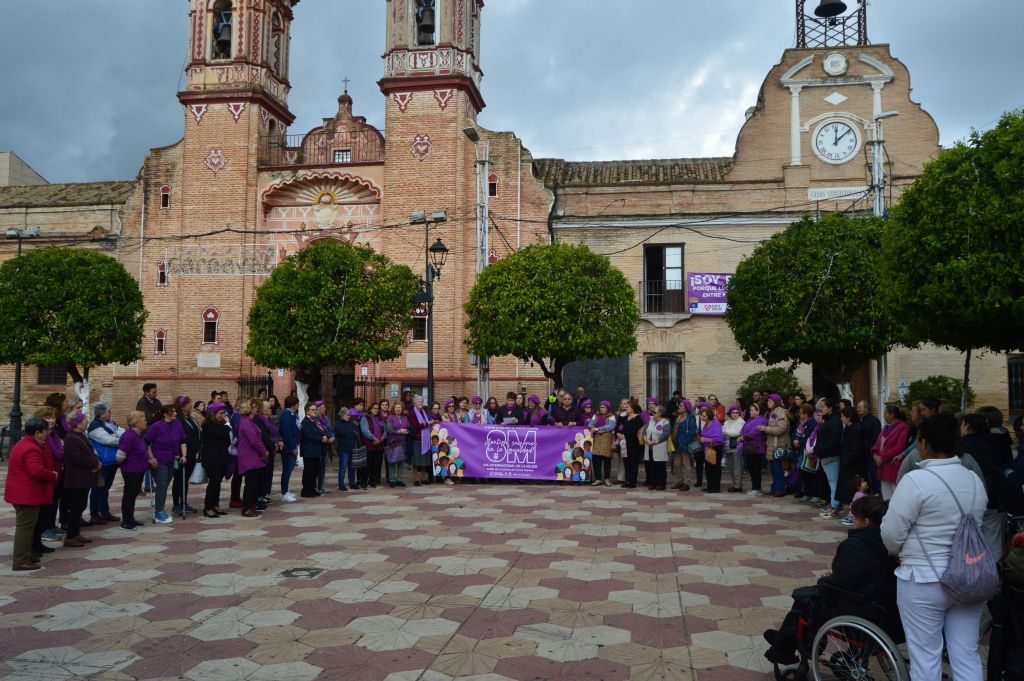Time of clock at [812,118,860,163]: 12:08
